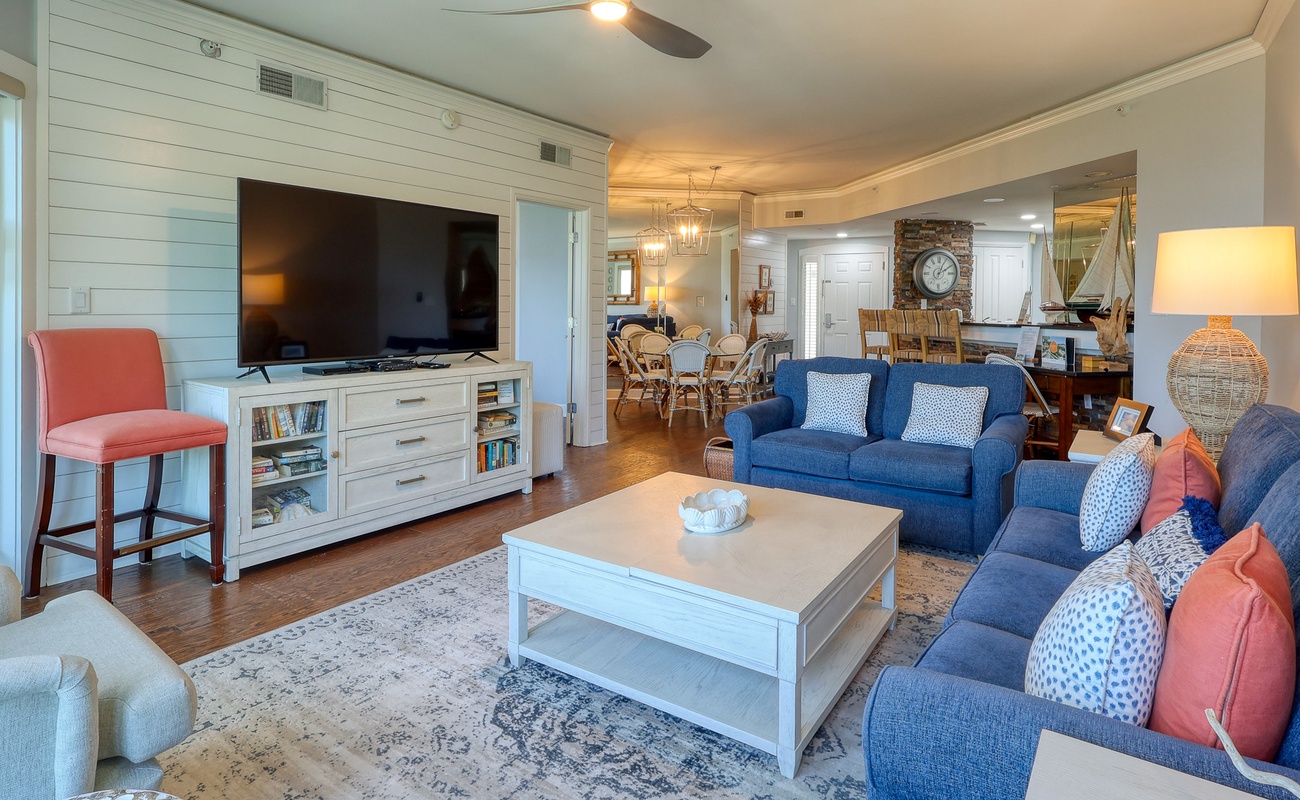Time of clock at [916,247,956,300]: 2:04
